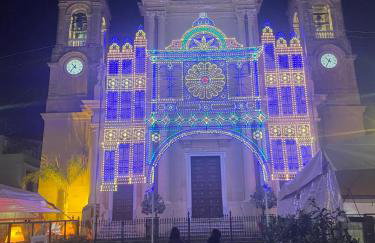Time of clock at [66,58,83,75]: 10:36
